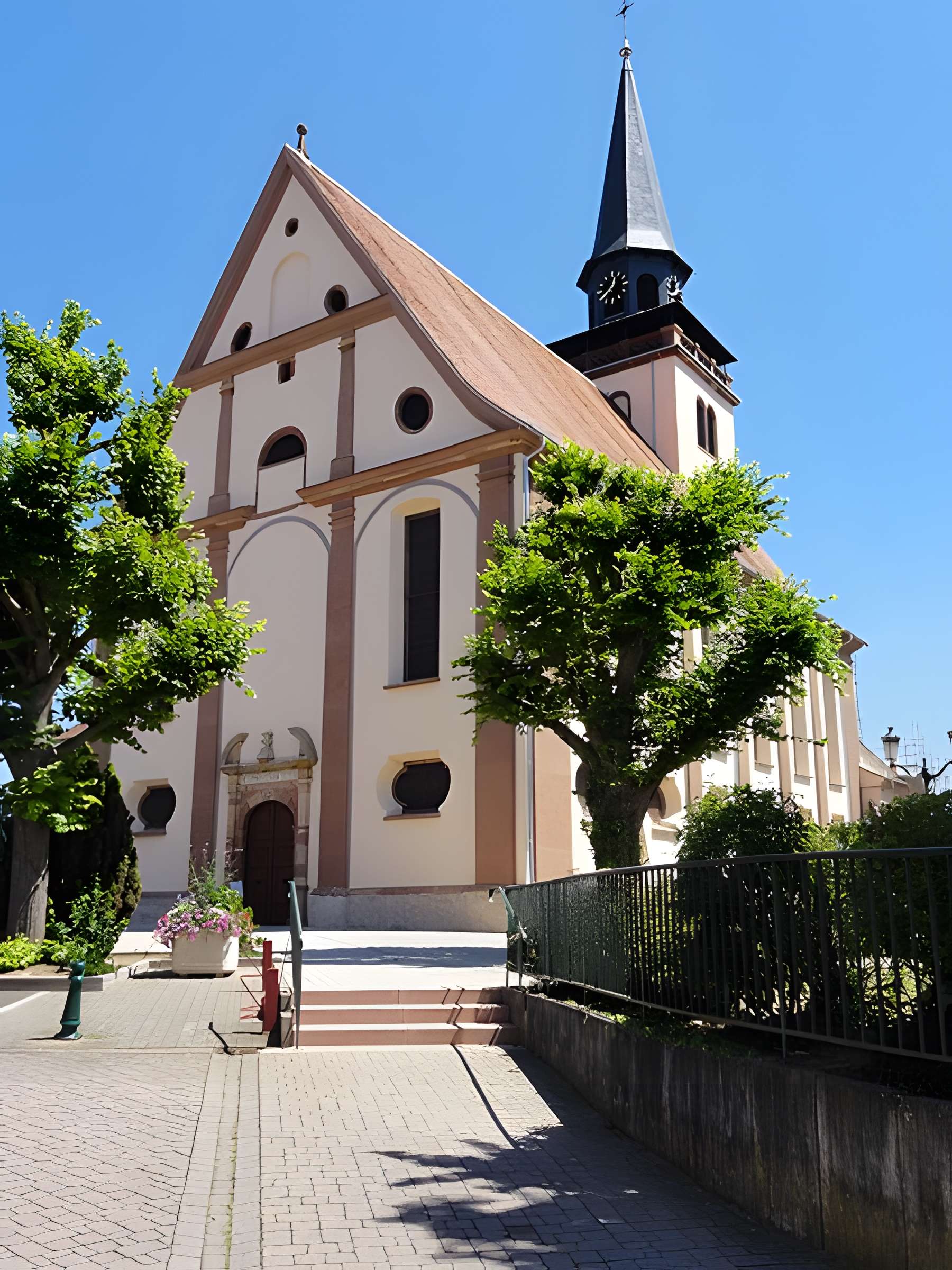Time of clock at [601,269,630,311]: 12:37
